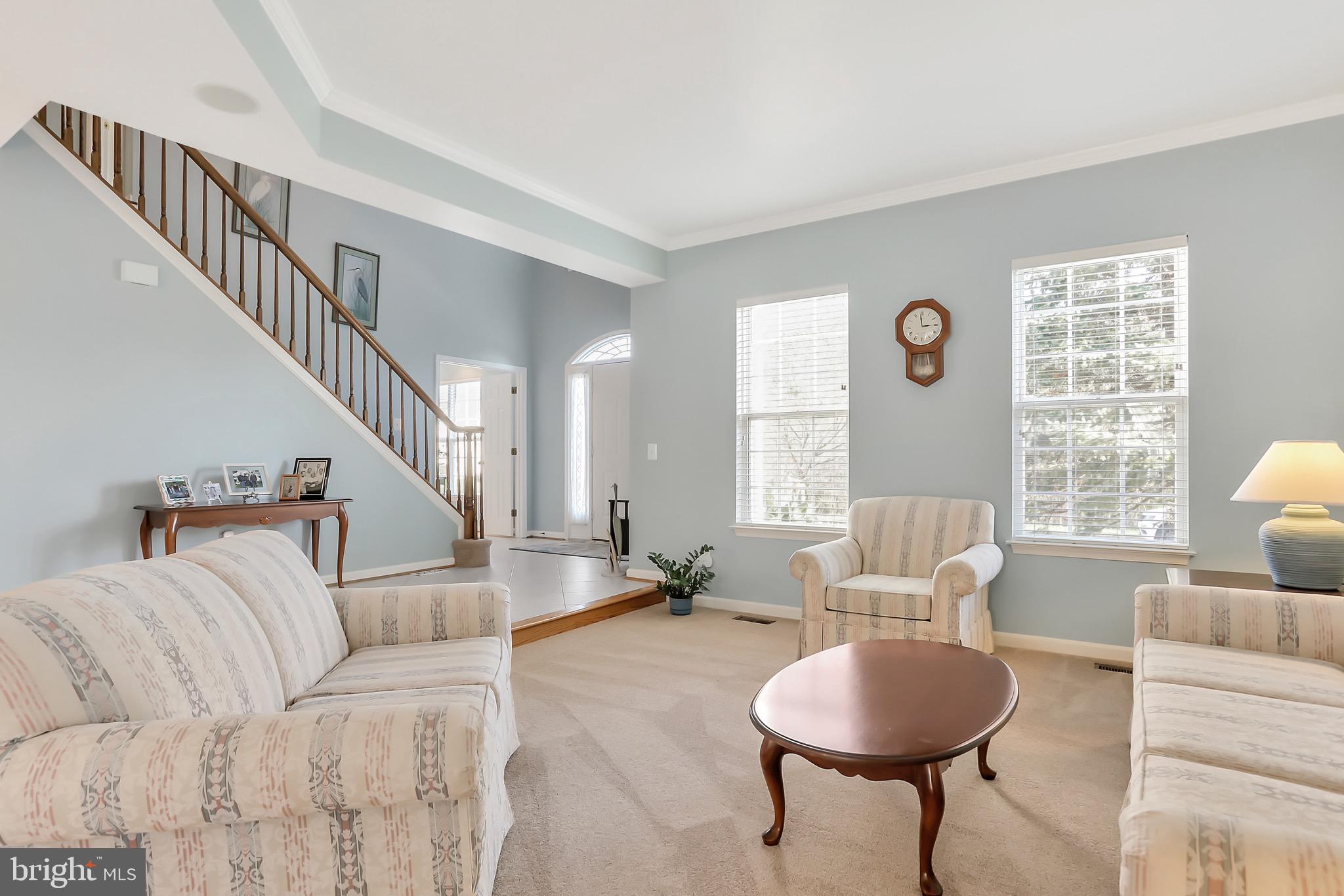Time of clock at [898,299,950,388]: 2:58
